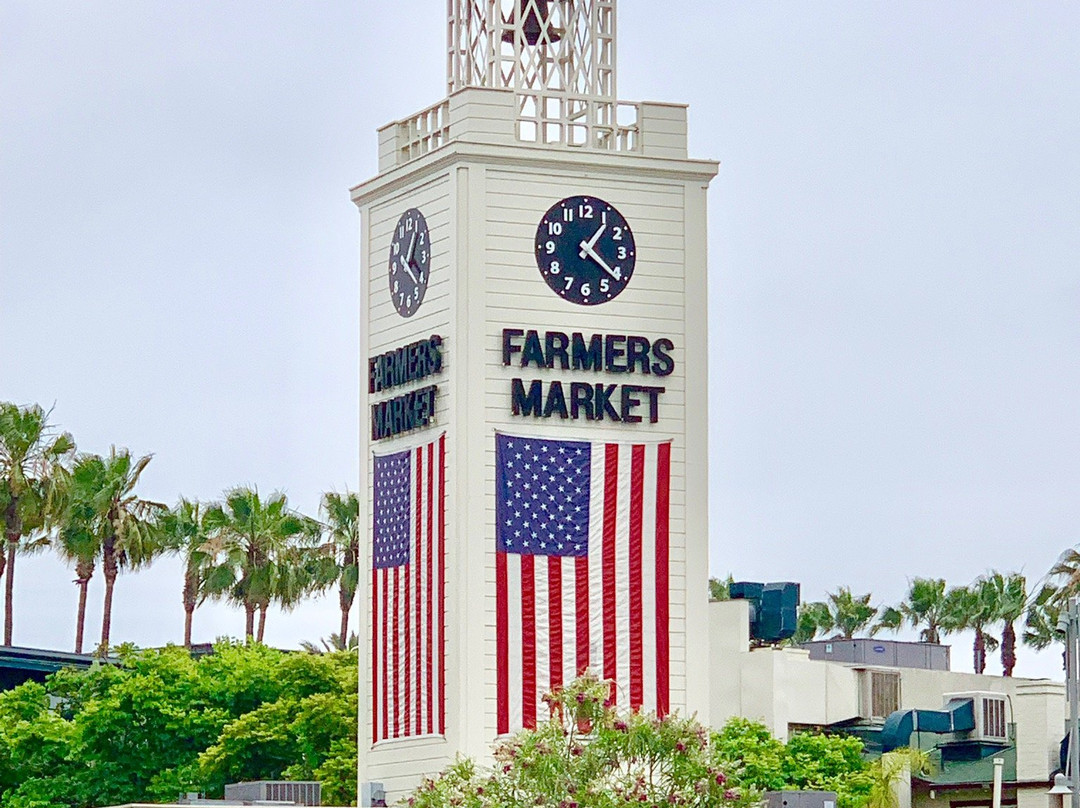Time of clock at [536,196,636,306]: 1:21
